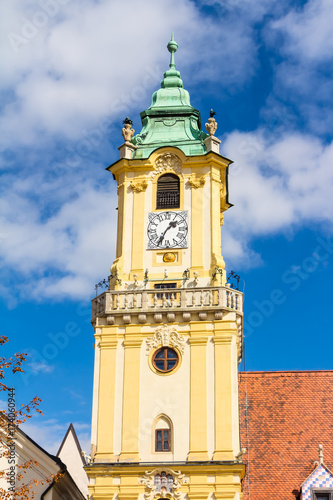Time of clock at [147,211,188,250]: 1:34
